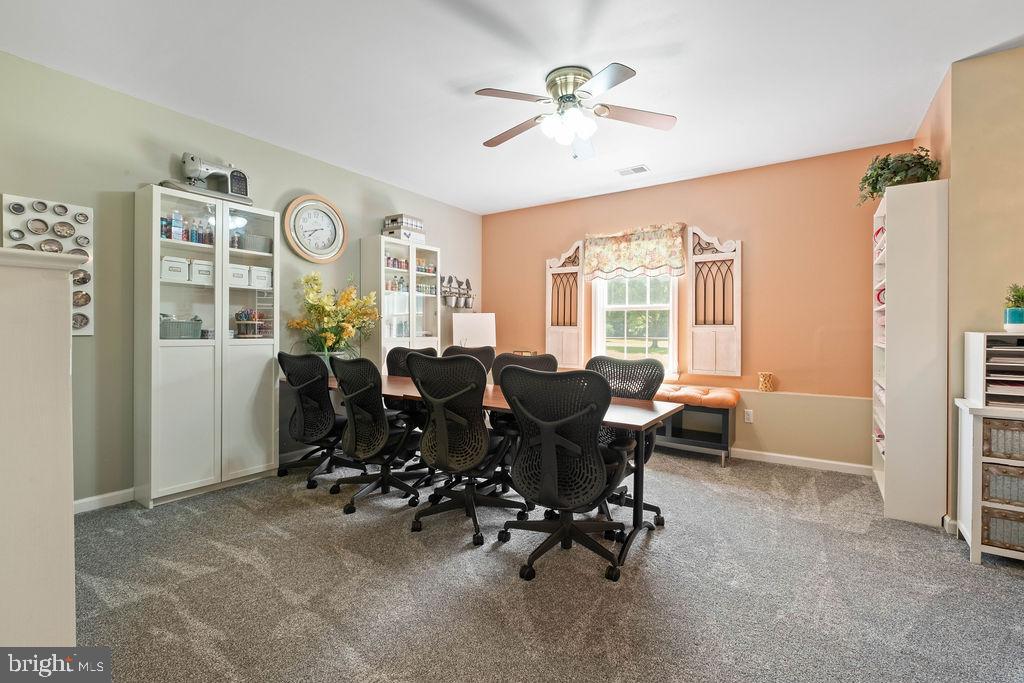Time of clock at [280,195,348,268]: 7:42
